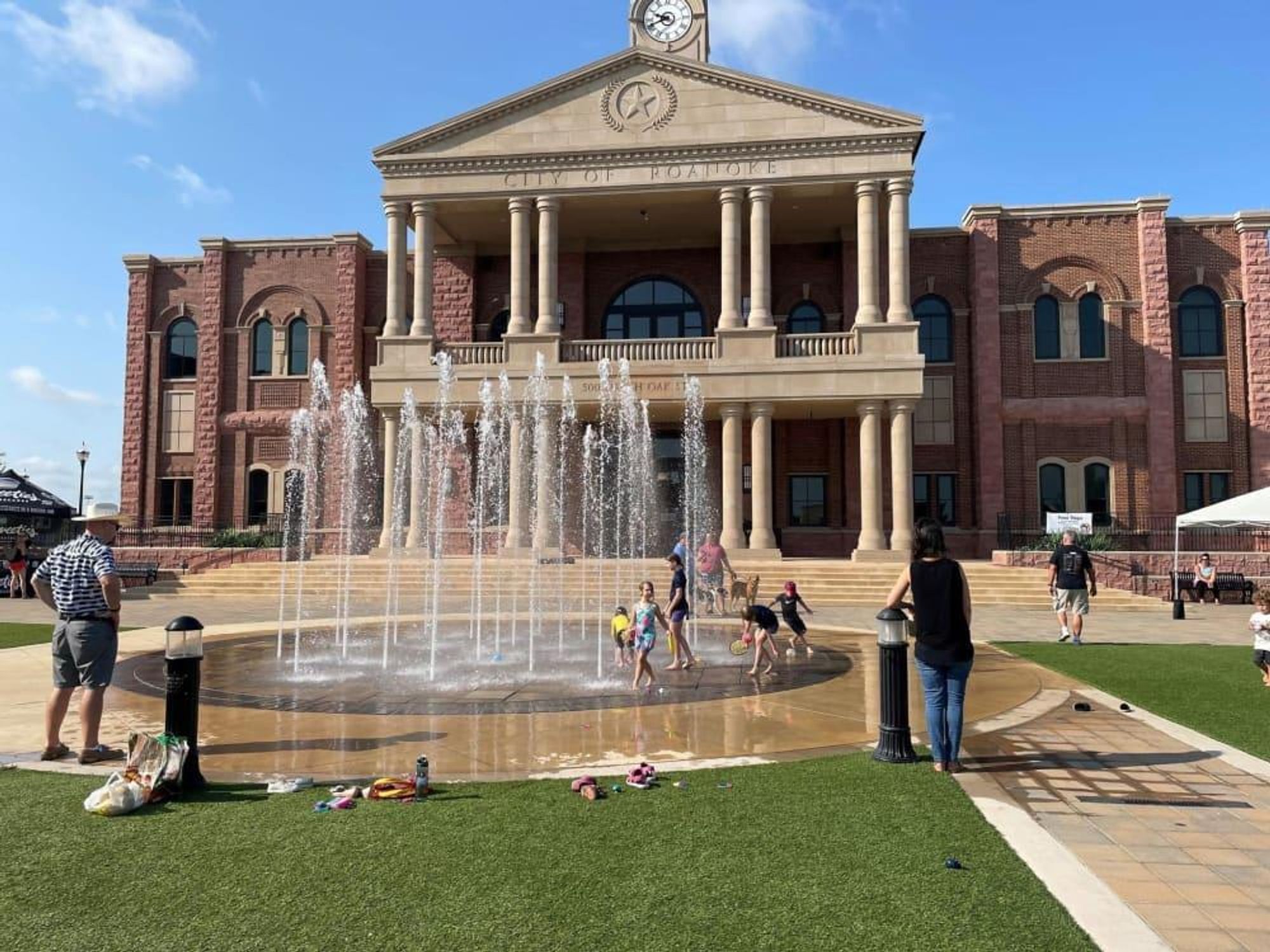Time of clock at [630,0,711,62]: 9:41
